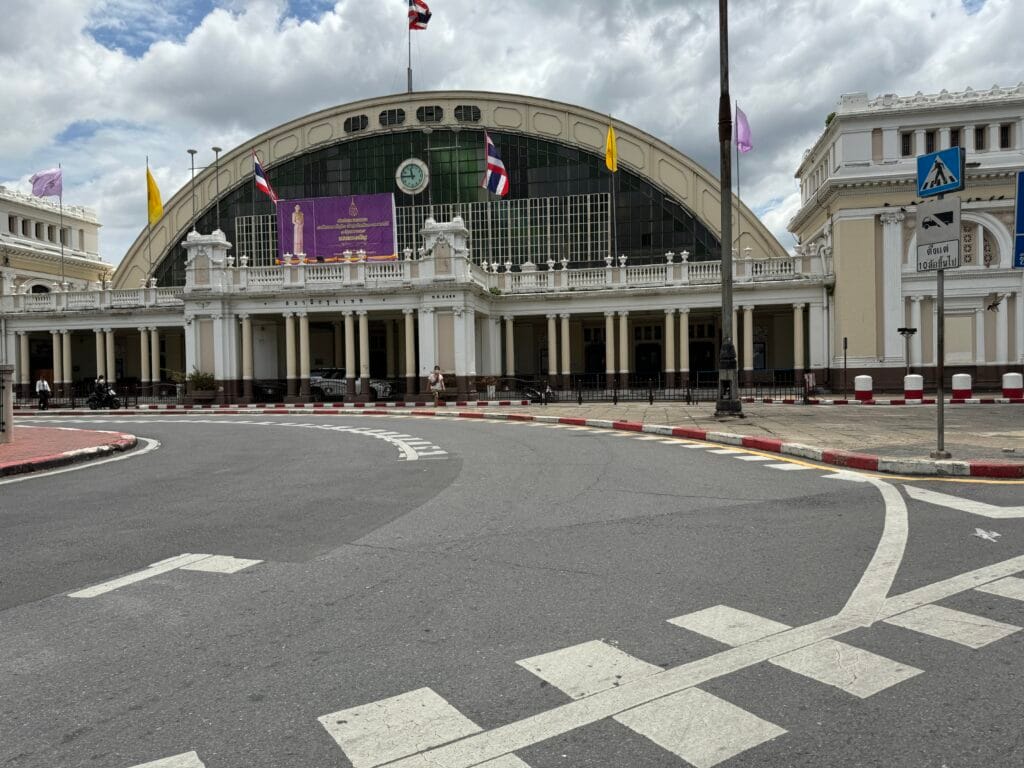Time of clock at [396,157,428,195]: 11:44
